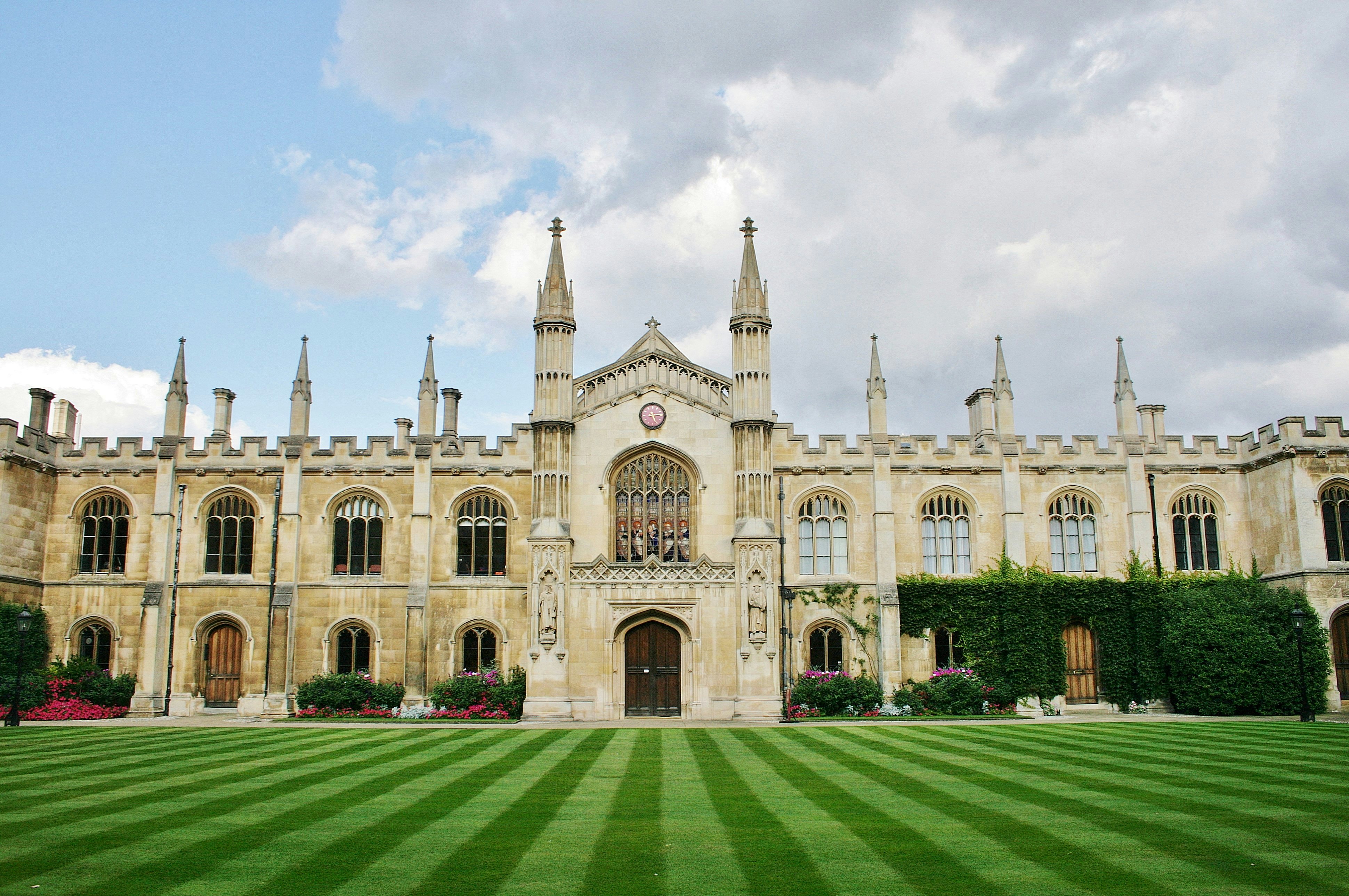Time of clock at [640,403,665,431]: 5:14
